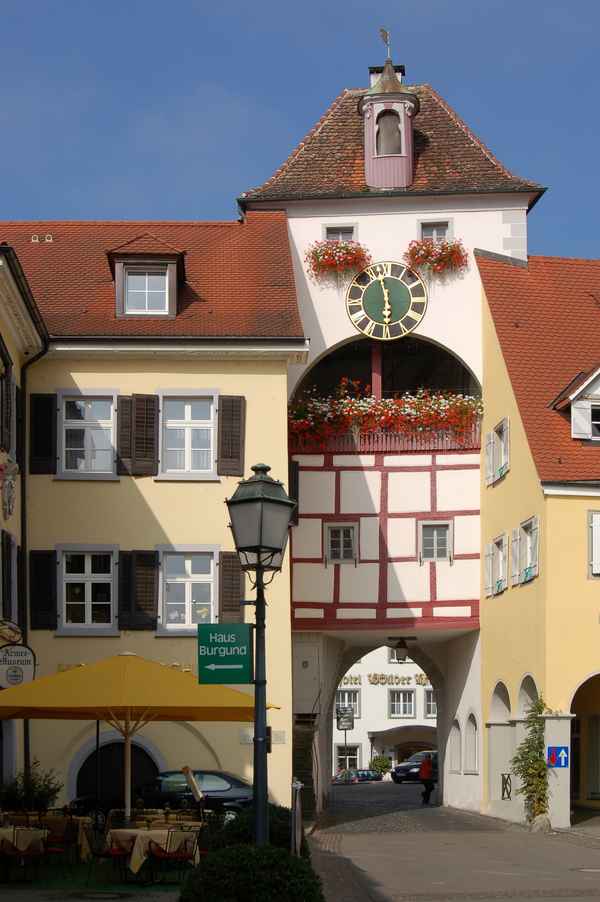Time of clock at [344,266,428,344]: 5:57
